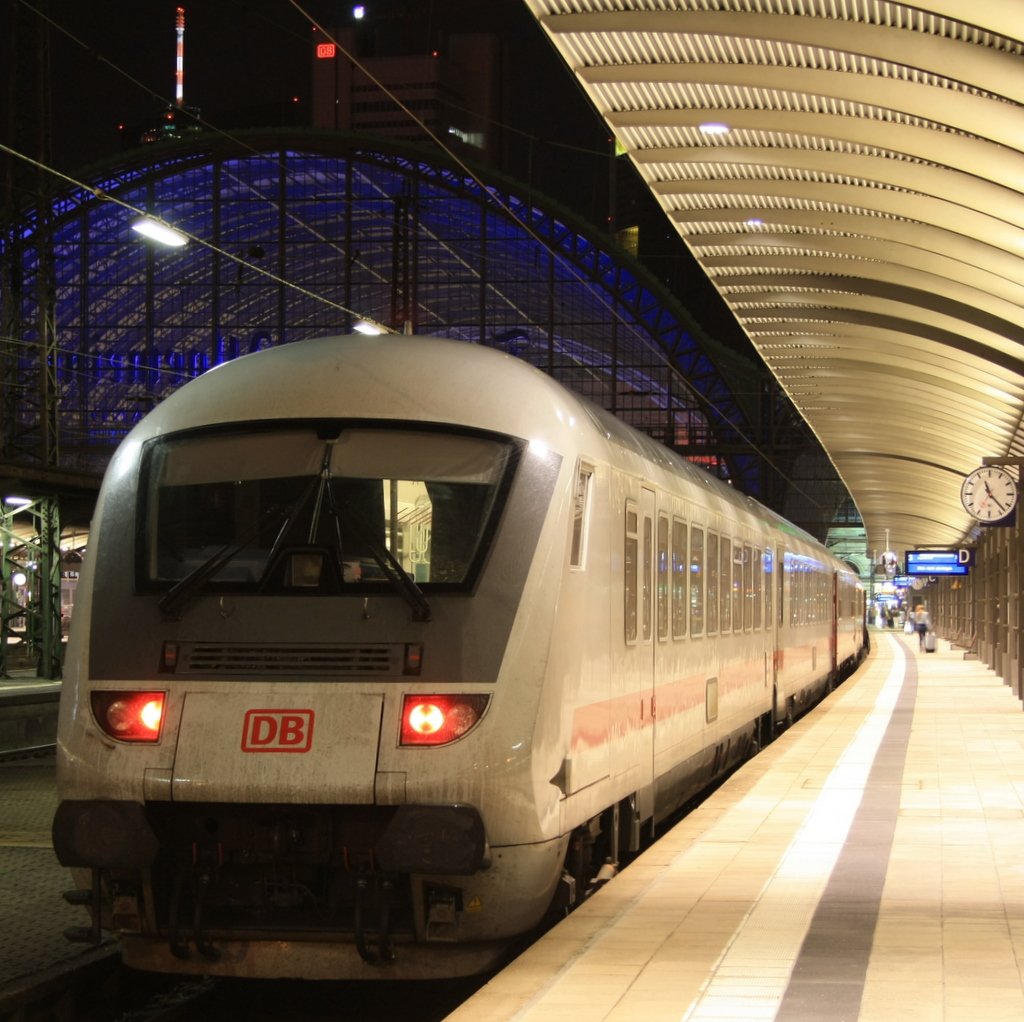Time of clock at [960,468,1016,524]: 11:22
